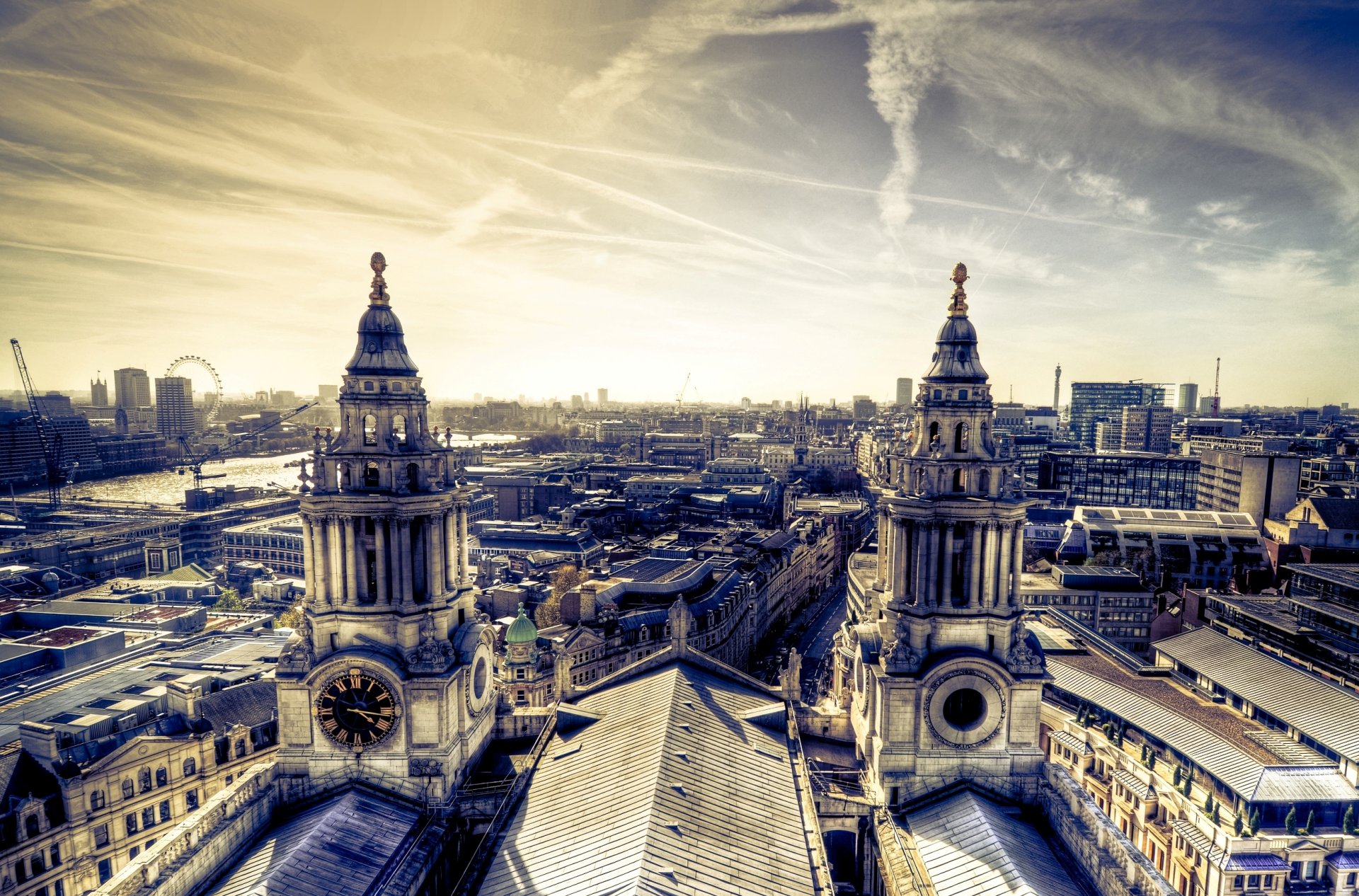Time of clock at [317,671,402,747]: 4:16
